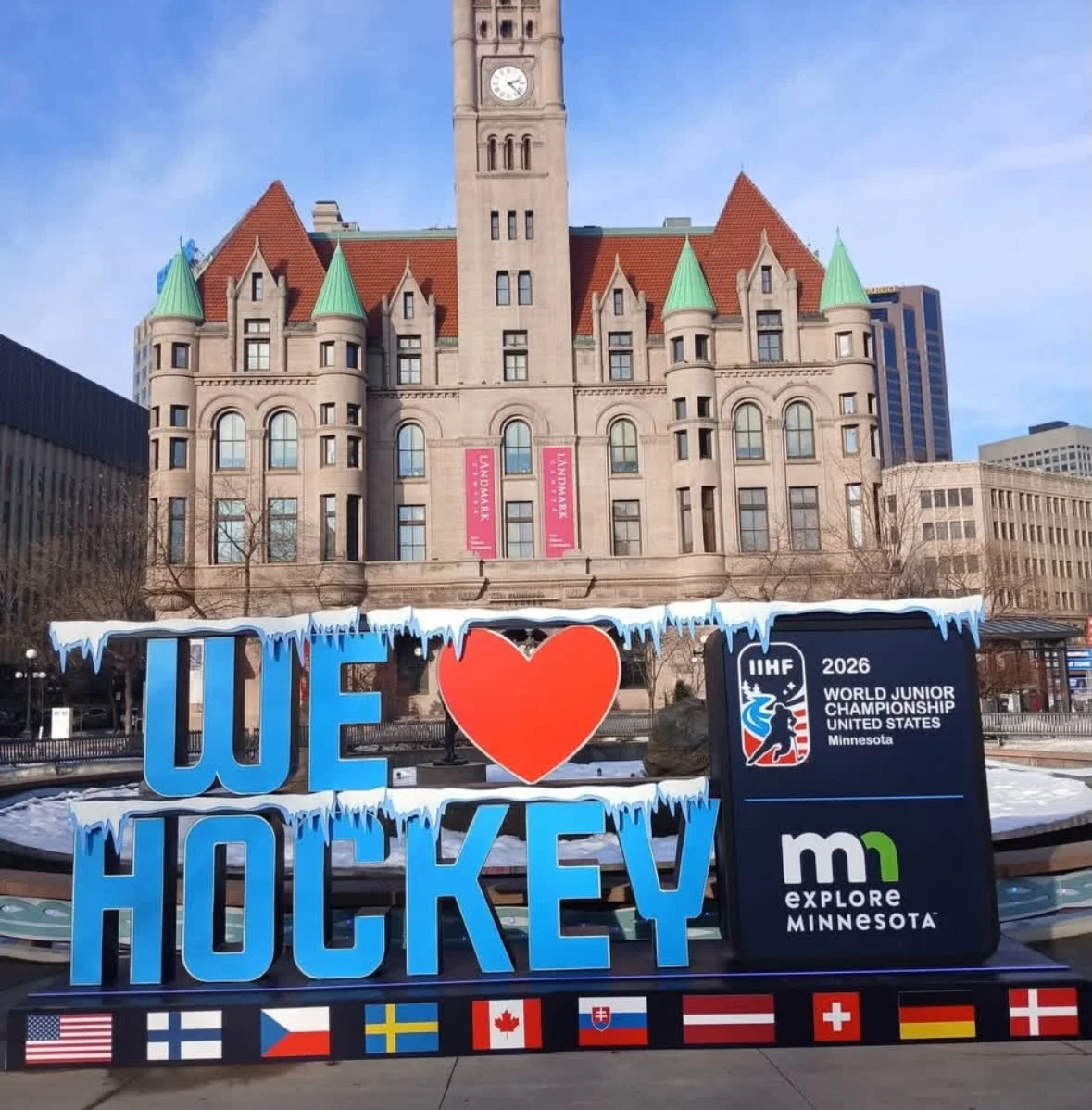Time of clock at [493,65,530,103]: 2:22
